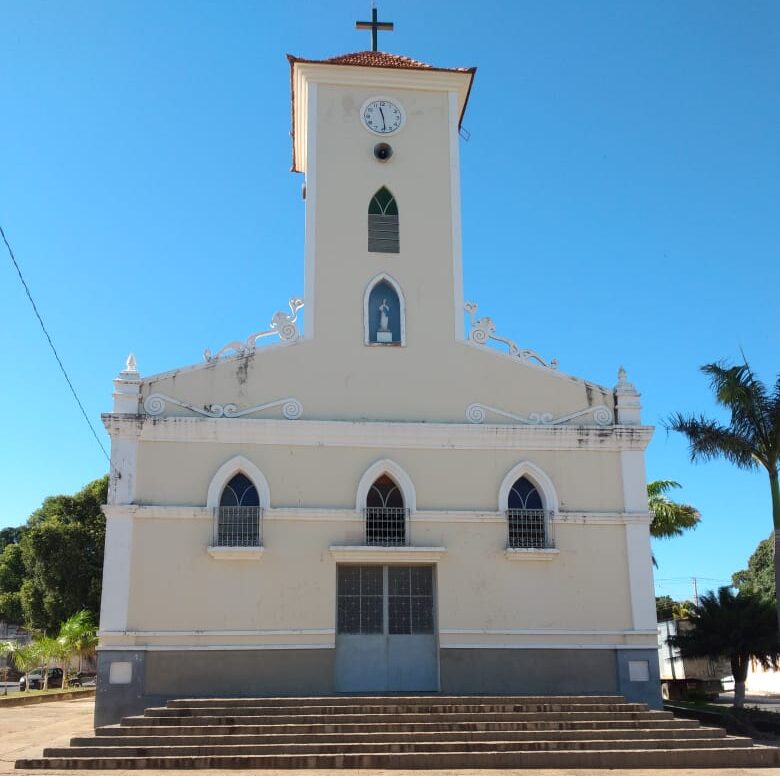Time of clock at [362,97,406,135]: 11:28
